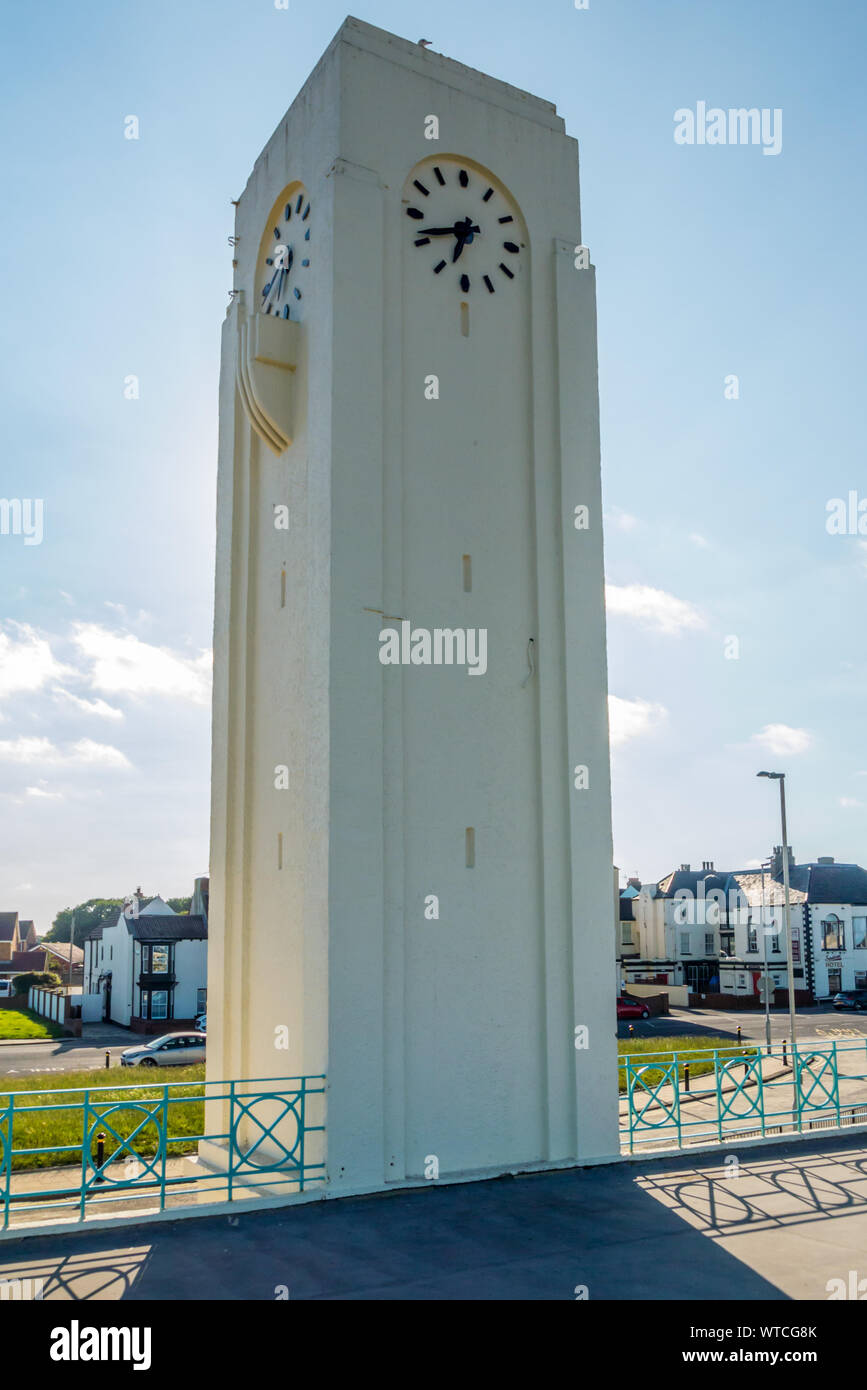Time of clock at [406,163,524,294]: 6:41
